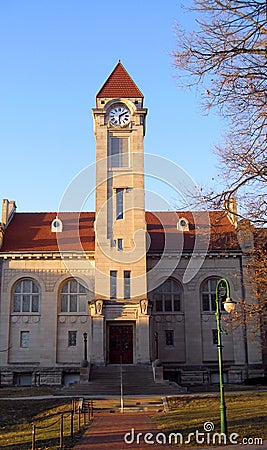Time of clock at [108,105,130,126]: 6:10
